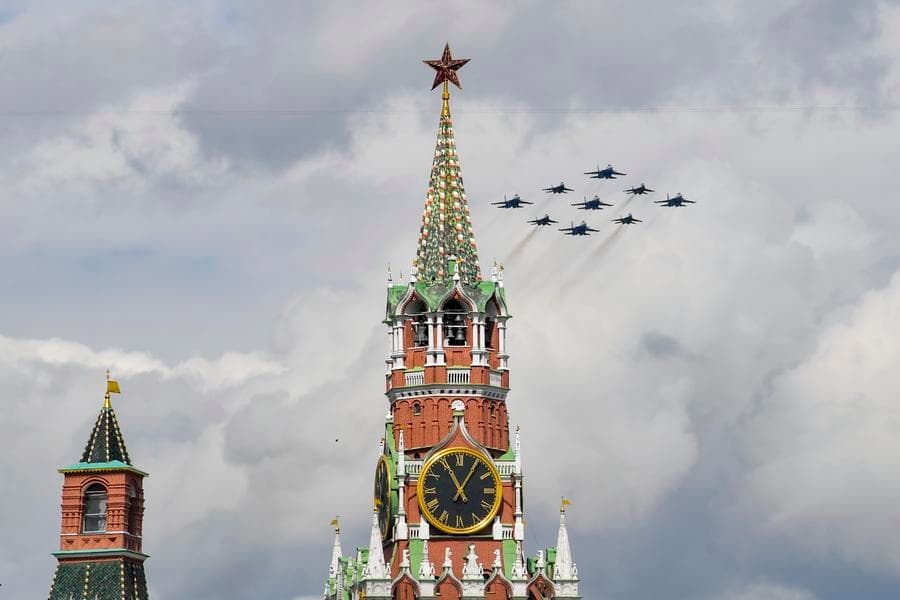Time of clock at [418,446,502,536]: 11:05
